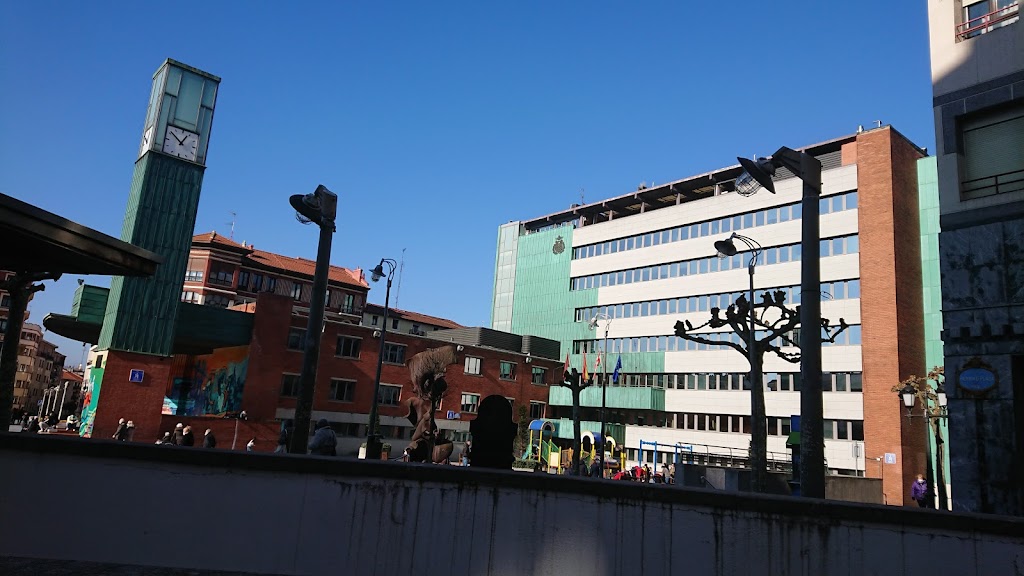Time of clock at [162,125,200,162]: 12:51
